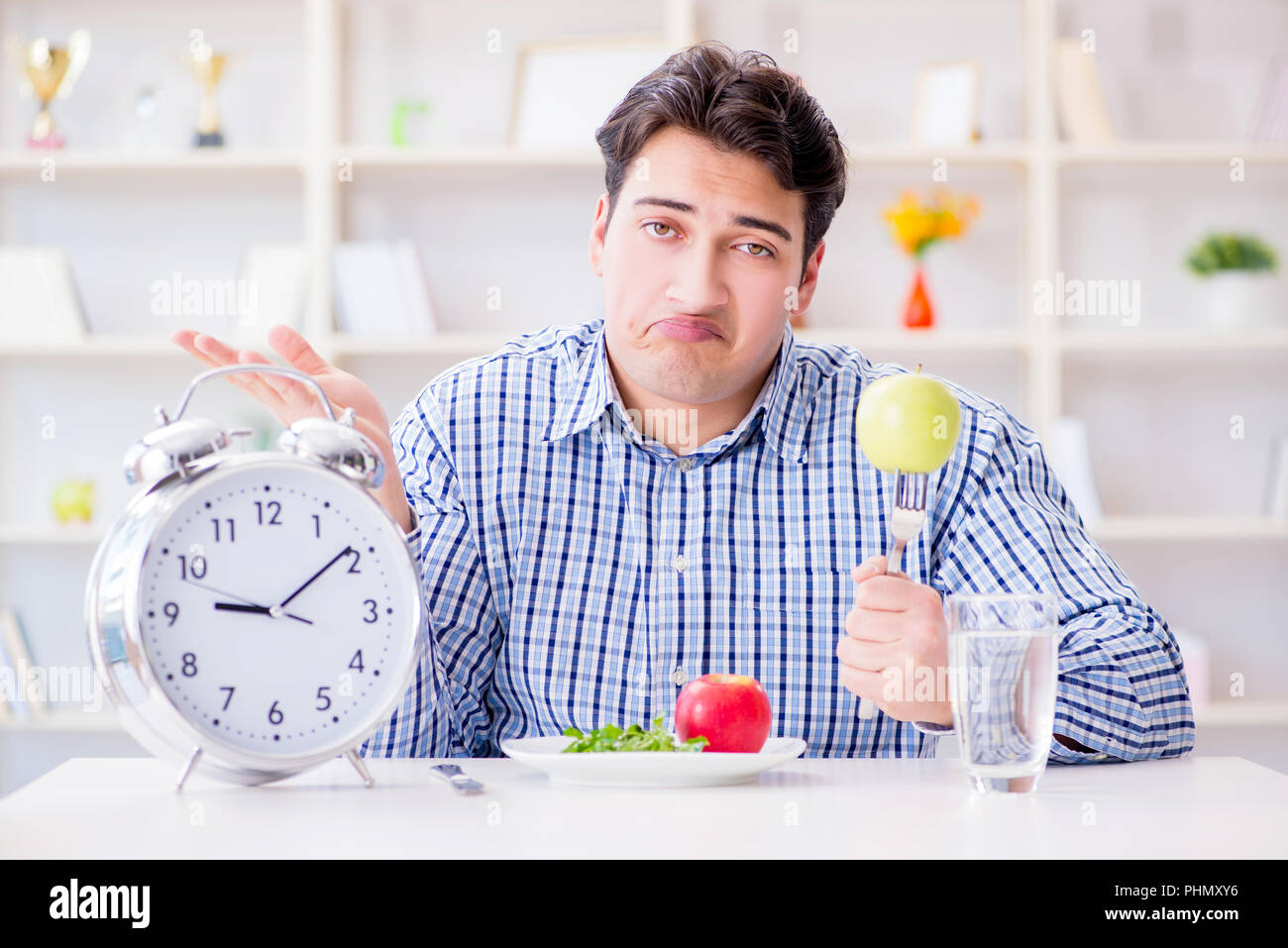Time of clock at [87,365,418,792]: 9:09
